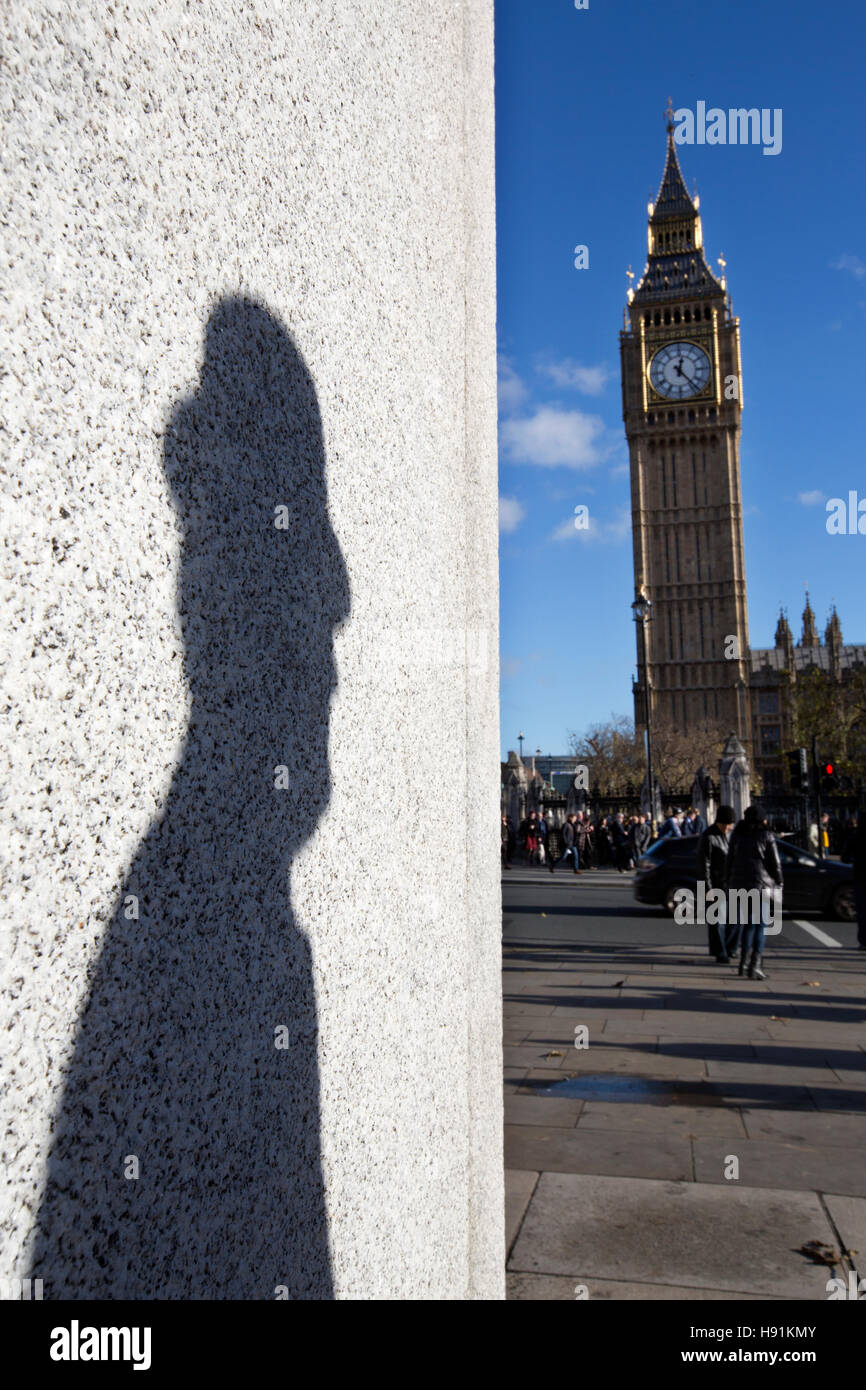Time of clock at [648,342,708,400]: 12:23
